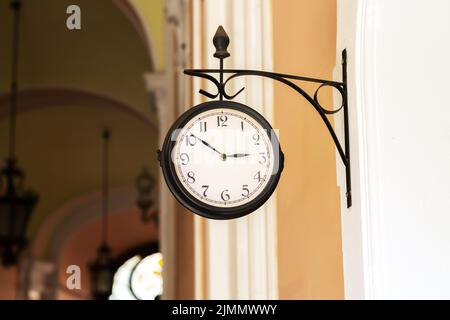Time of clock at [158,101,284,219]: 2:51
